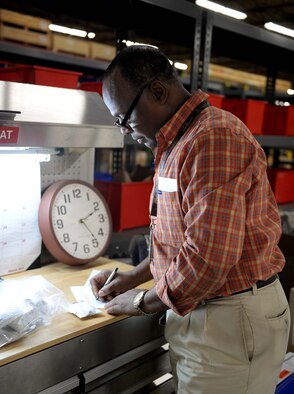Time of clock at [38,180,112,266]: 2:23
